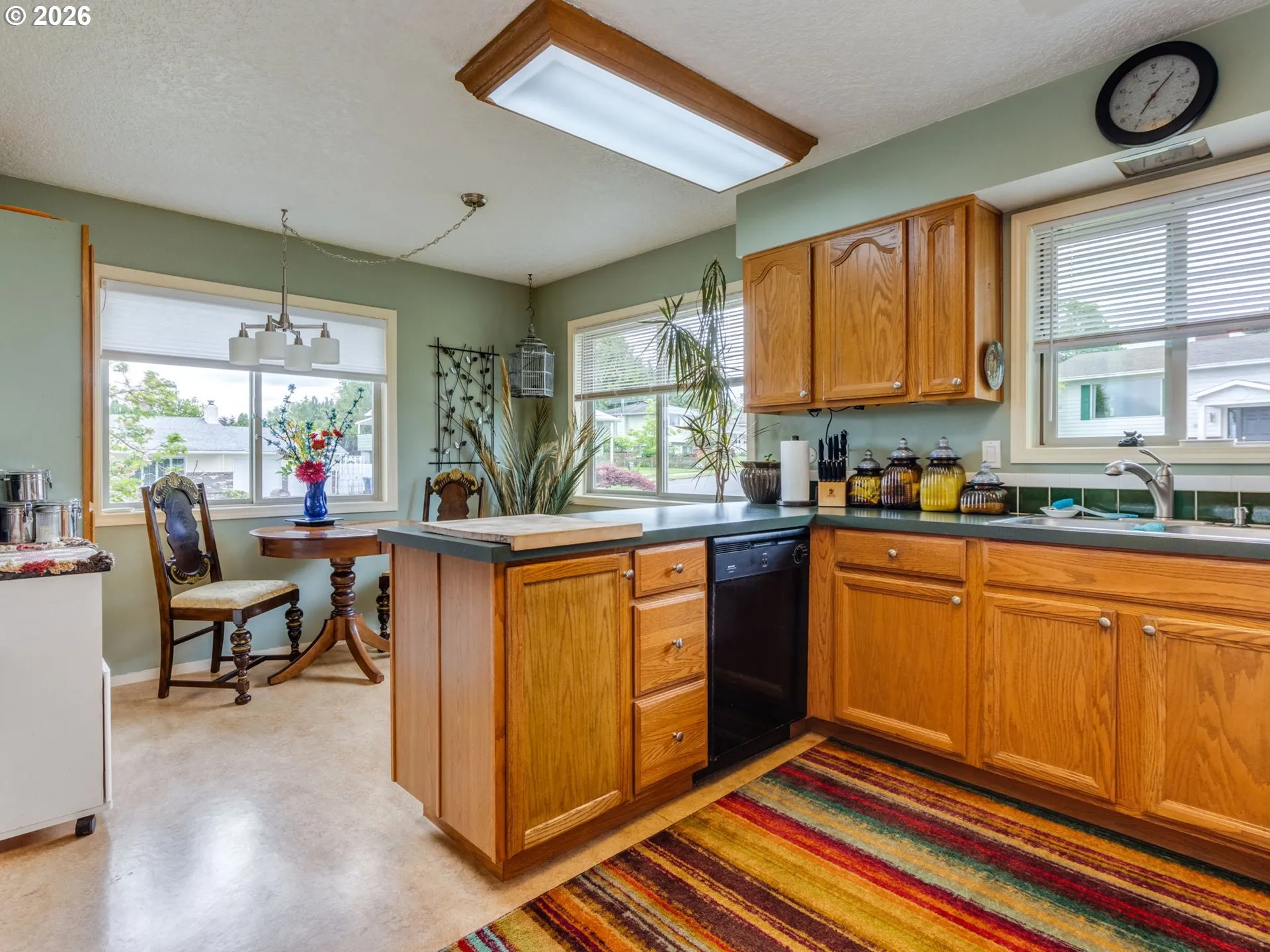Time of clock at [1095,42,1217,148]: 7:07
